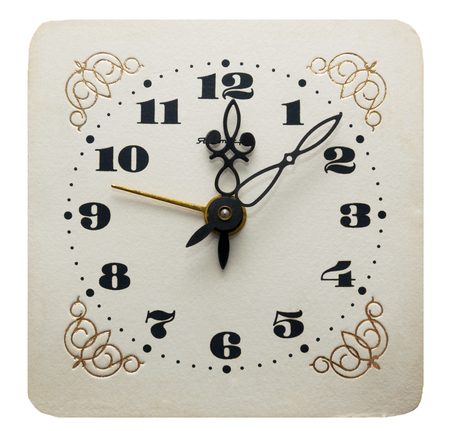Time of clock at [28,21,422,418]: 12:07
